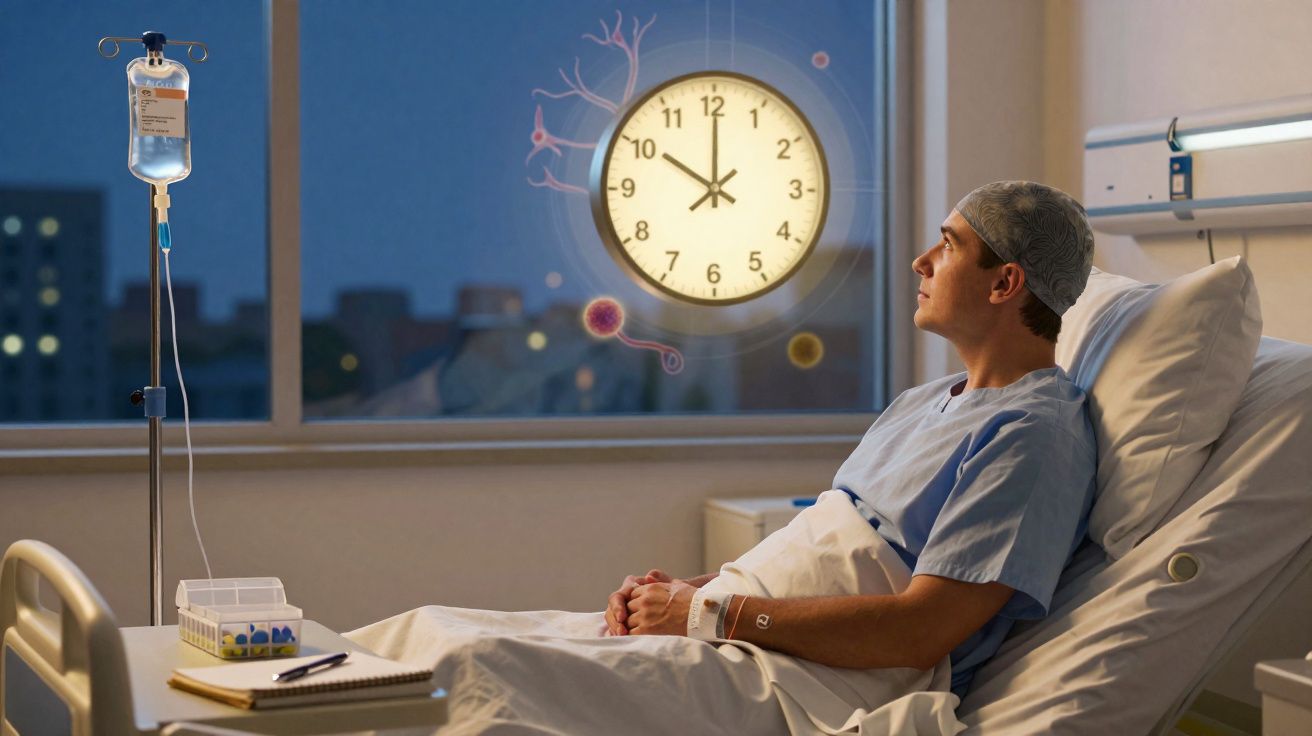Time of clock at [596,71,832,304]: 10:00
